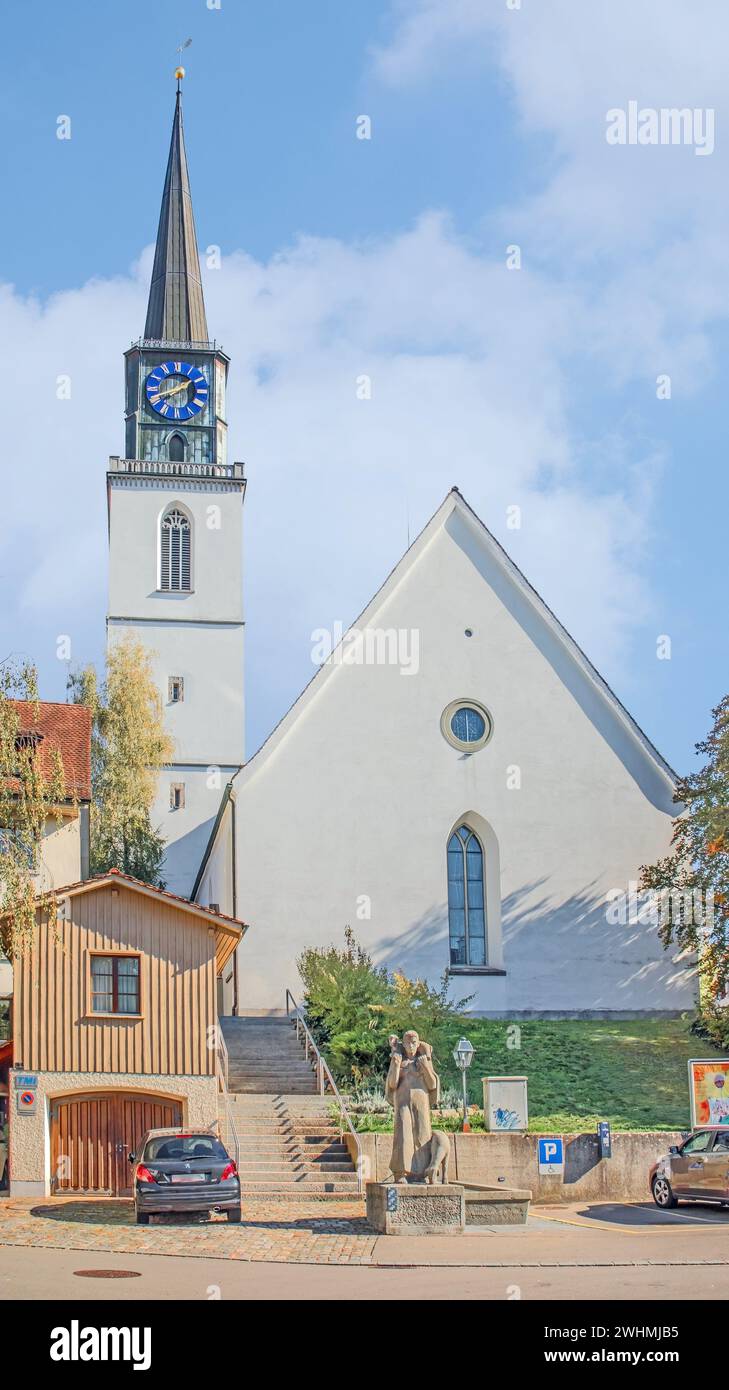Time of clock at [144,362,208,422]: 1:39
